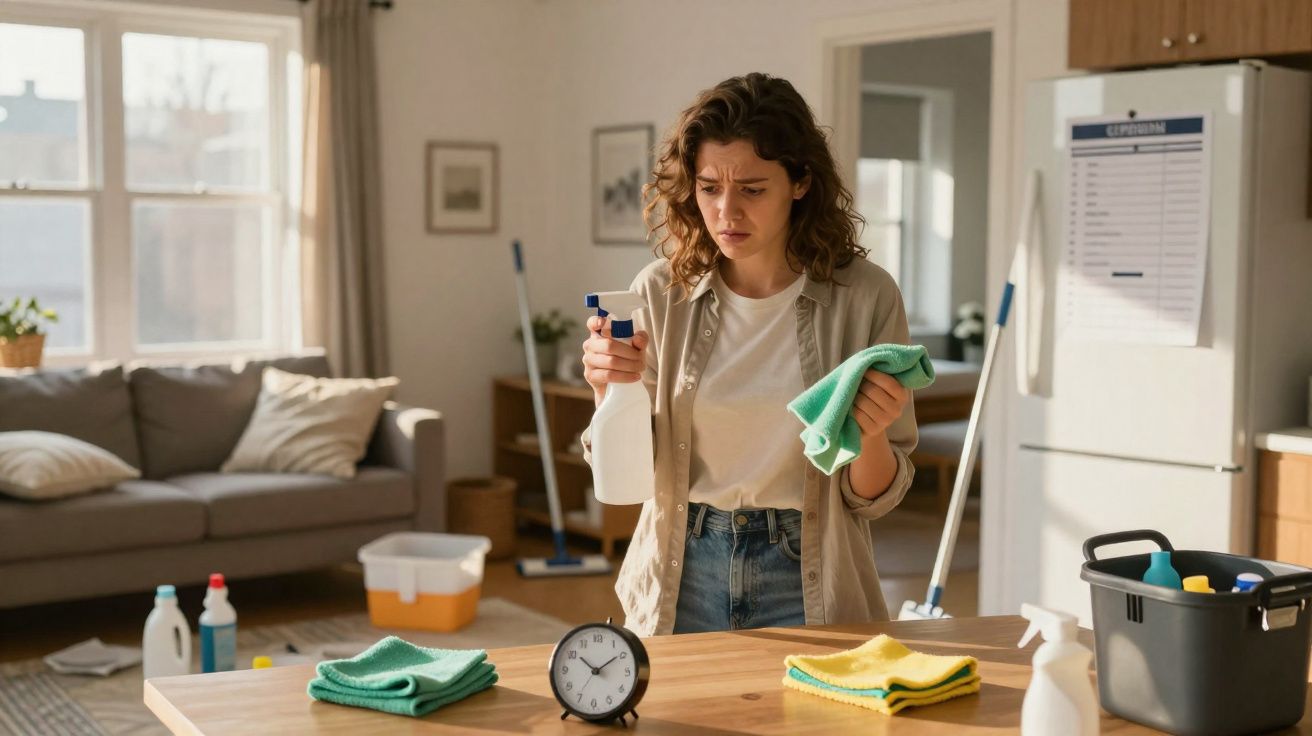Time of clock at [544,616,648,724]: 1:51
